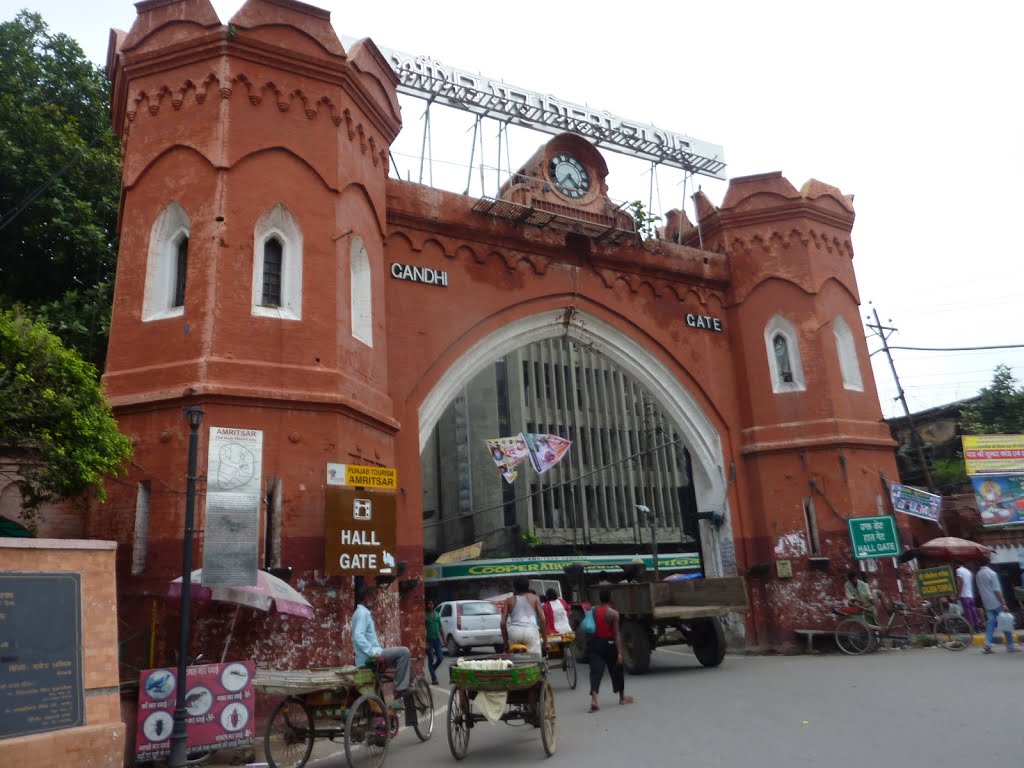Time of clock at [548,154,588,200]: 4:37
